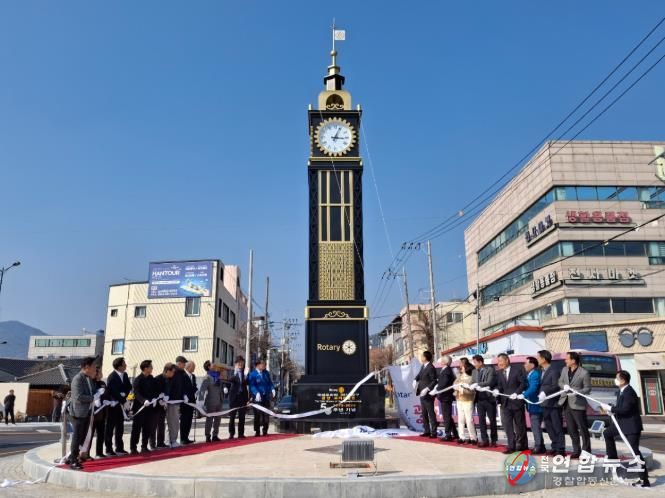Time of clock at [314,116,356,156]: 3:04
